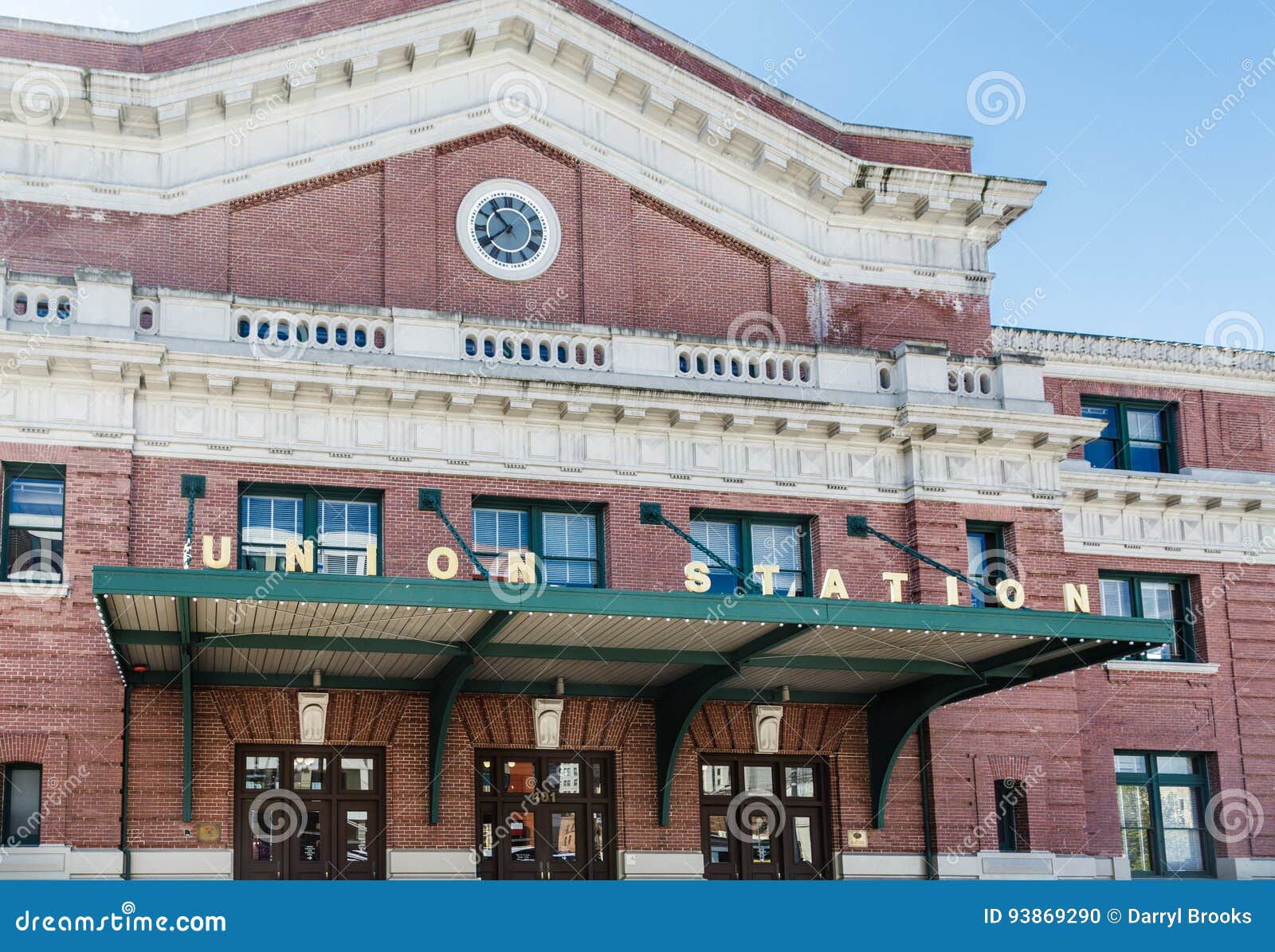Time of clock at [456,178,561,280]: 10:38
